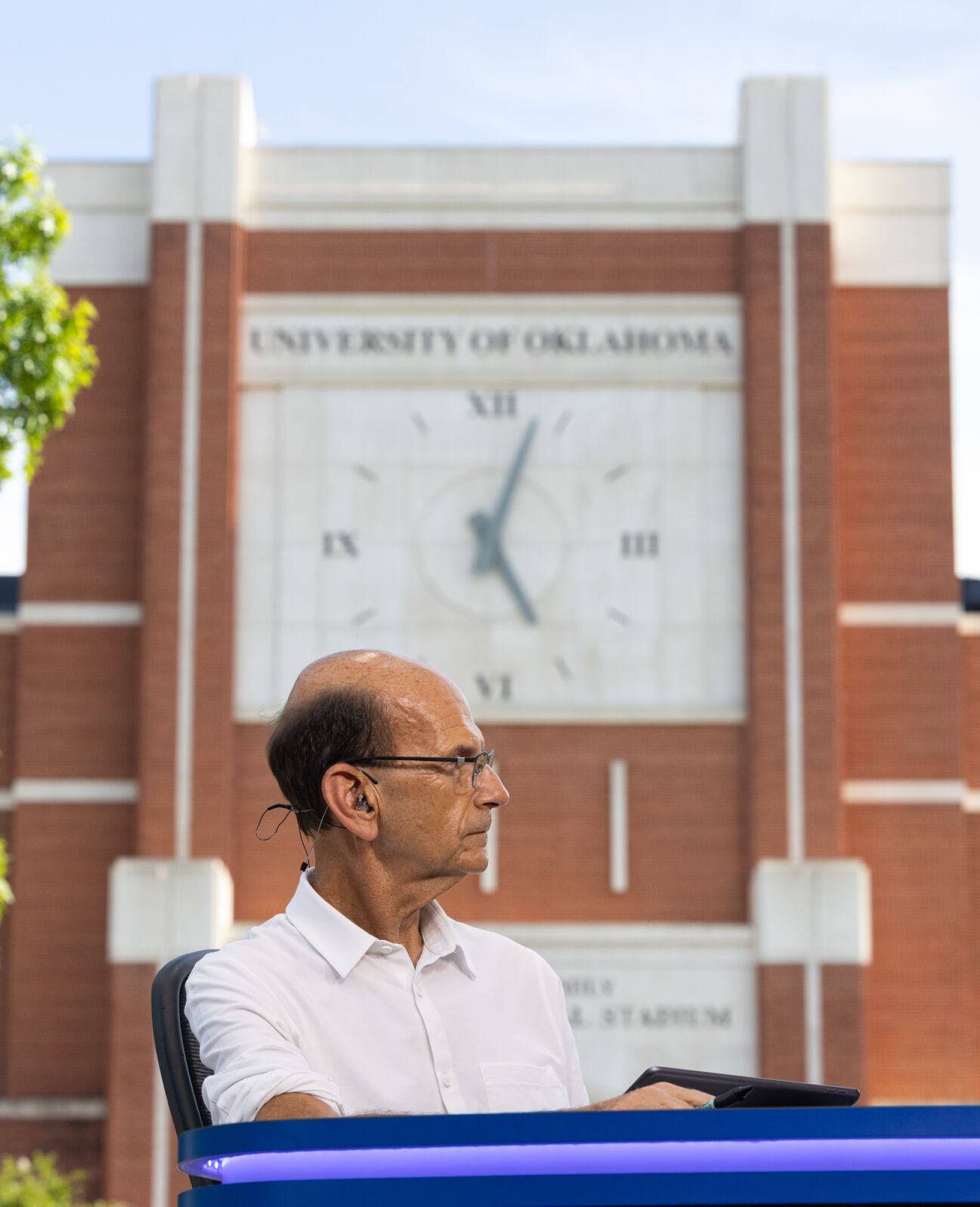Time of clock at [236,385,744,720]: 5:03
